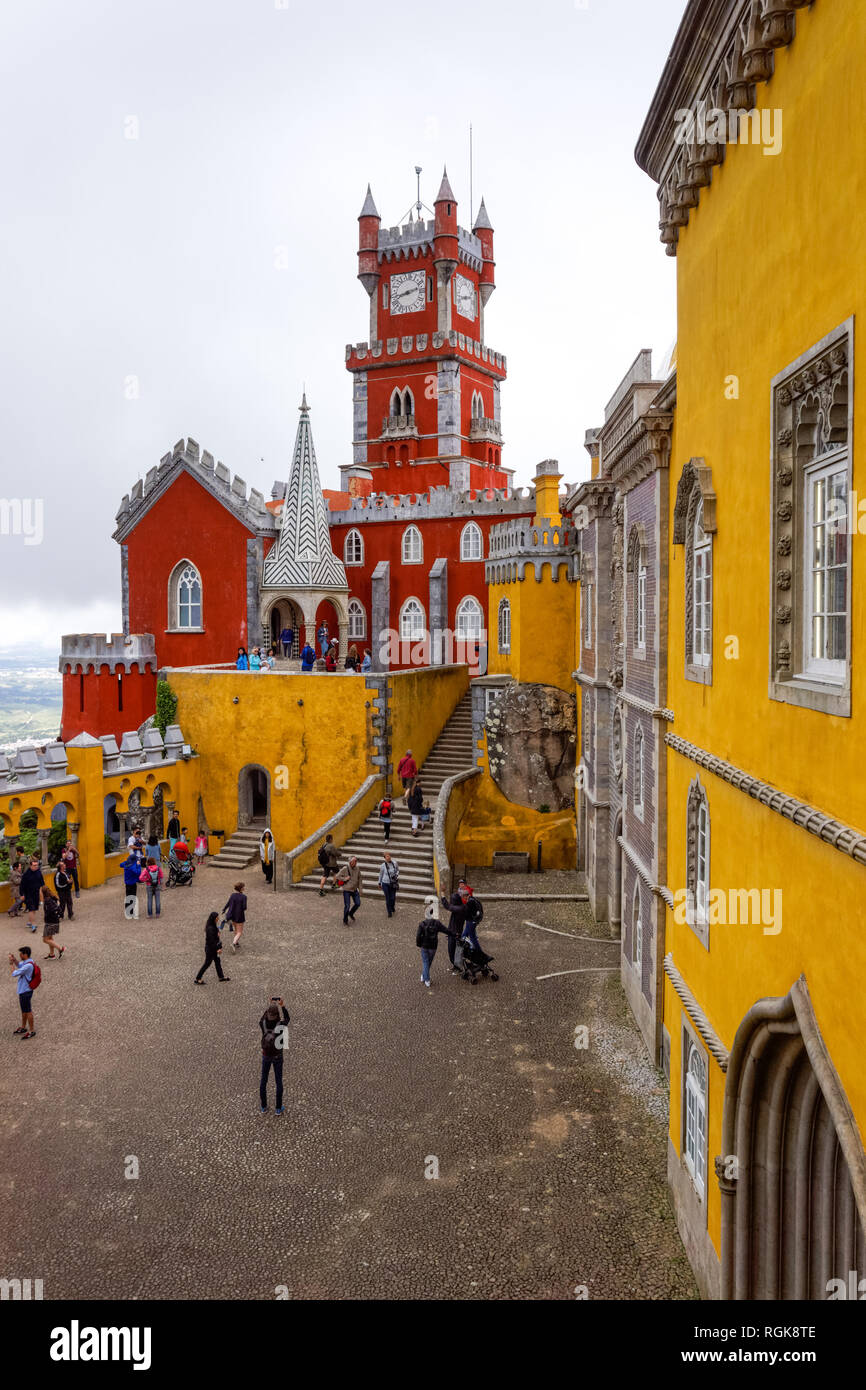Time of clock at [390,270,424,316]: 8:12
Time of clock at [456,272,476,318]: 8:12
